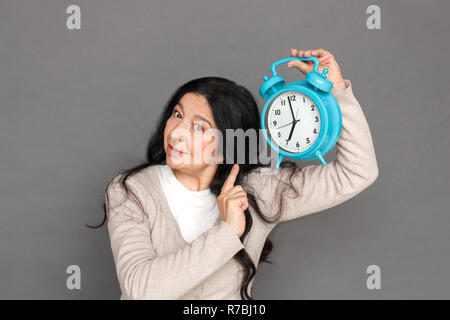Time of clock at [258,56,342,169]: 6:58
